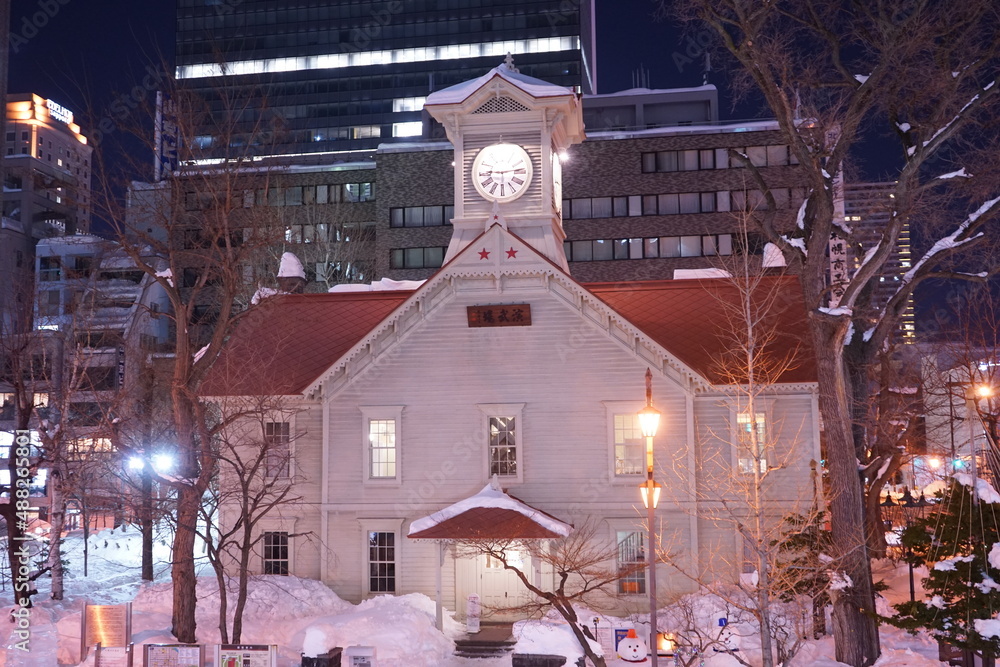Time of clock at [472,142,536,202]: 9:13
